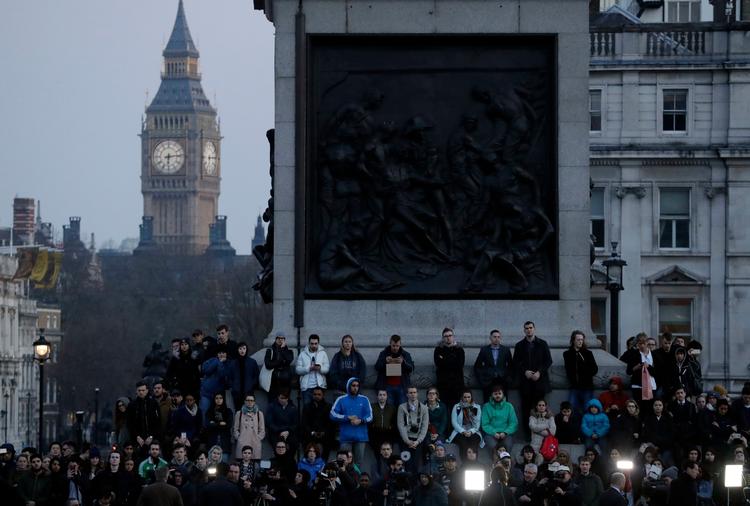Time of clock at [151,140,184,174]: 6:13
